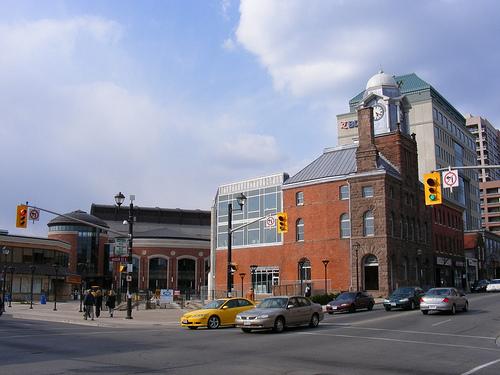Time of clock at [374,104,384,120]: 5:18
